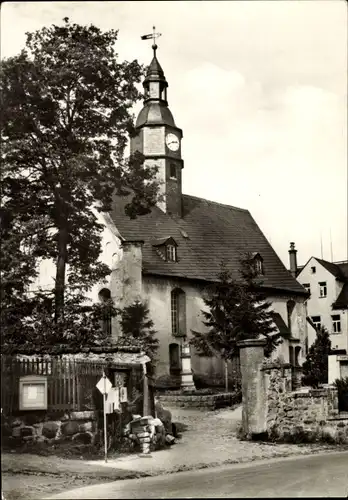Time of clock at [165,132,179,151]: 2:40
